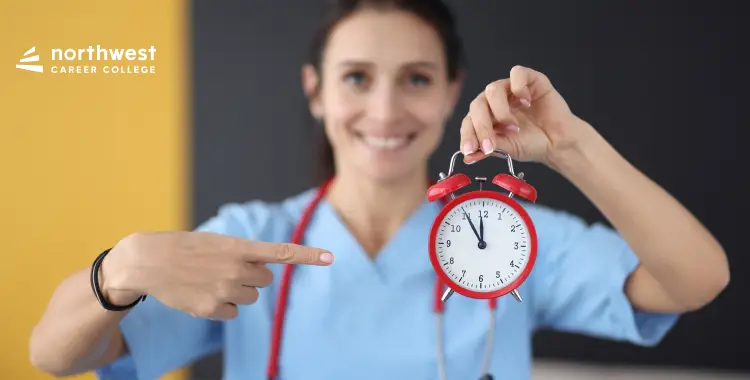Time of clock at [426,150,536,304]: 11:54
